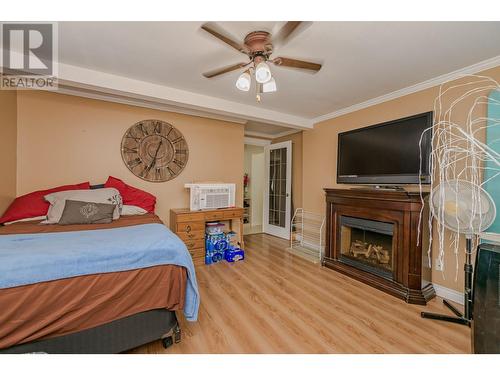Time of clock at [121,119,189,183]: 12:33
